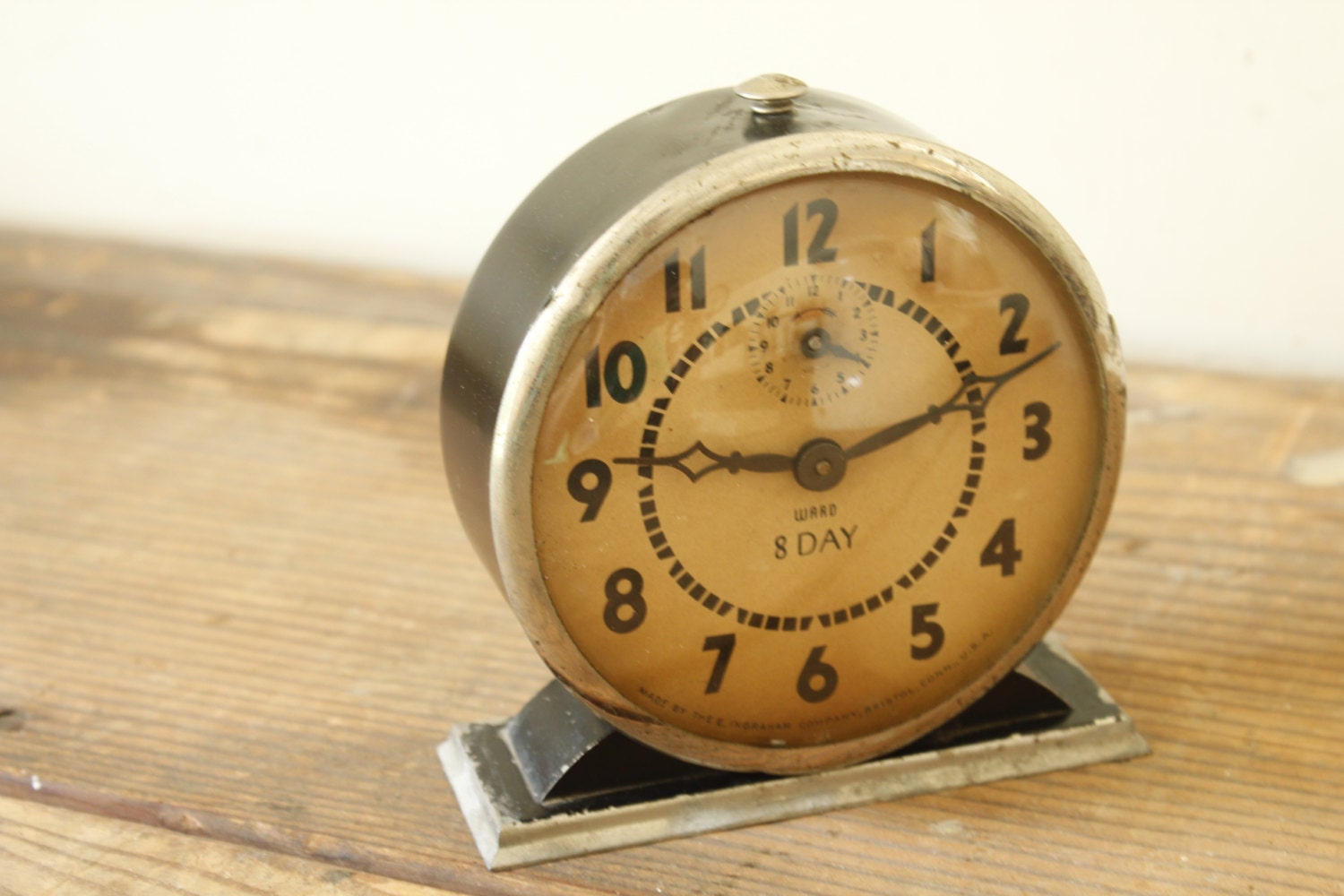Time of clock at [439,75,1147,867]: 9:11
